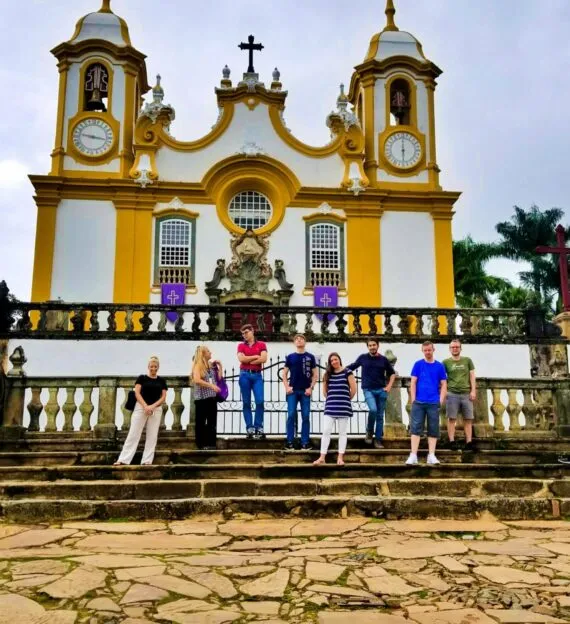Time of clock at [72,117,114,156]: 9:17
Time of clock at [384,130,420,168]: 6:00
